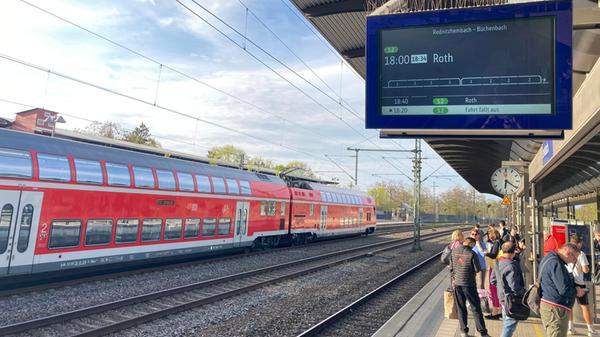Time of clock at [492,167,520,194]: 6:20
